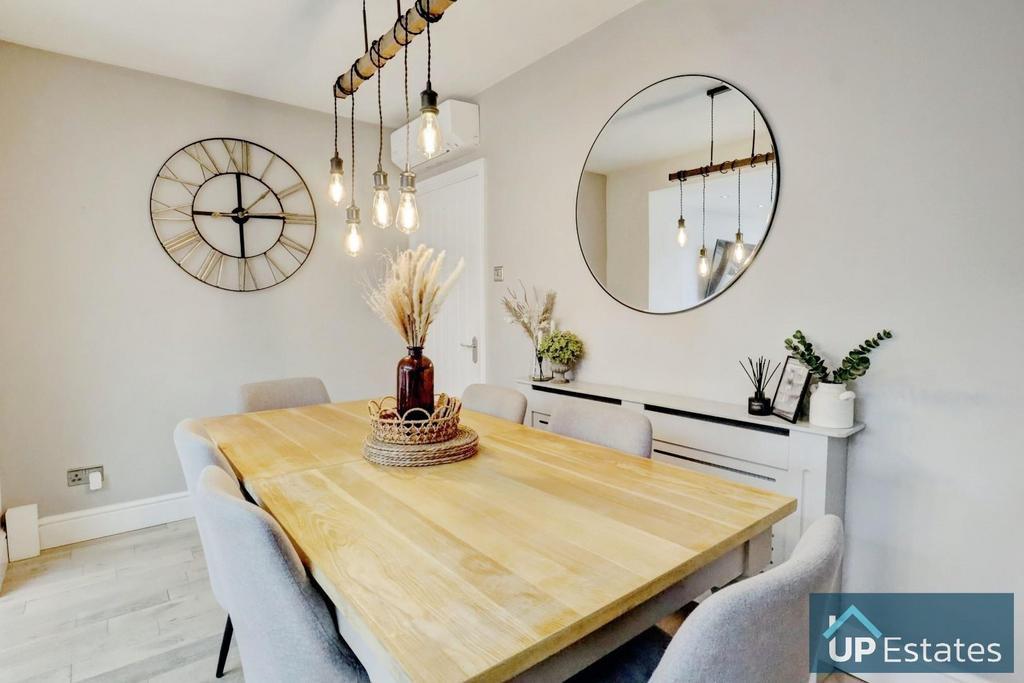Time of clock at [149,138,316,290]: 3:00
